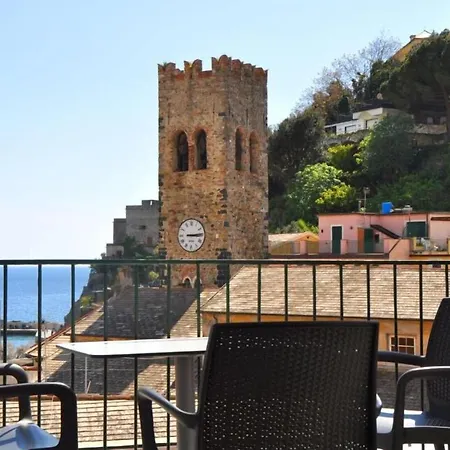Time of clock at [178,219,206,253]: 3:14
